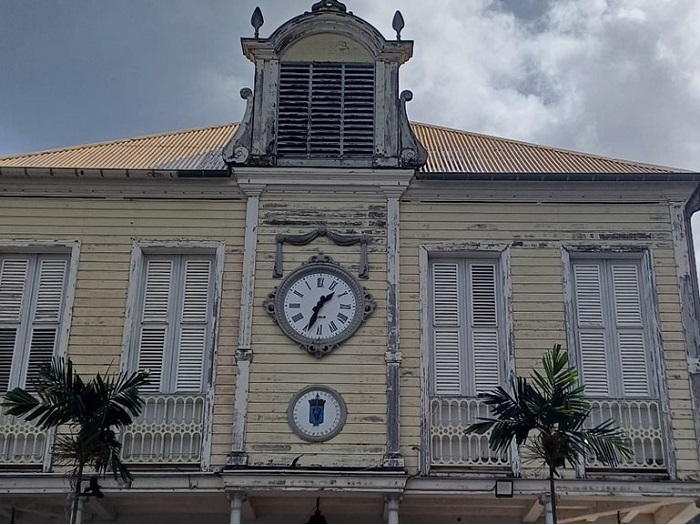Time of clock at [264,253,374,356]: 1:33
